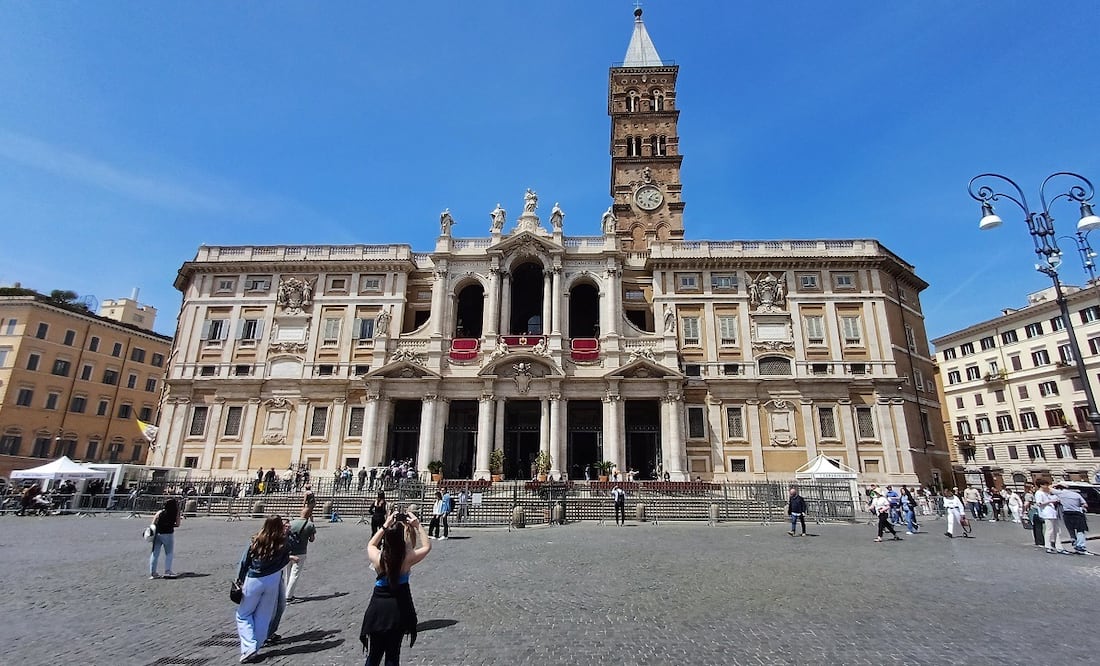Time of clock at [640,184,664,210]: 1:18
